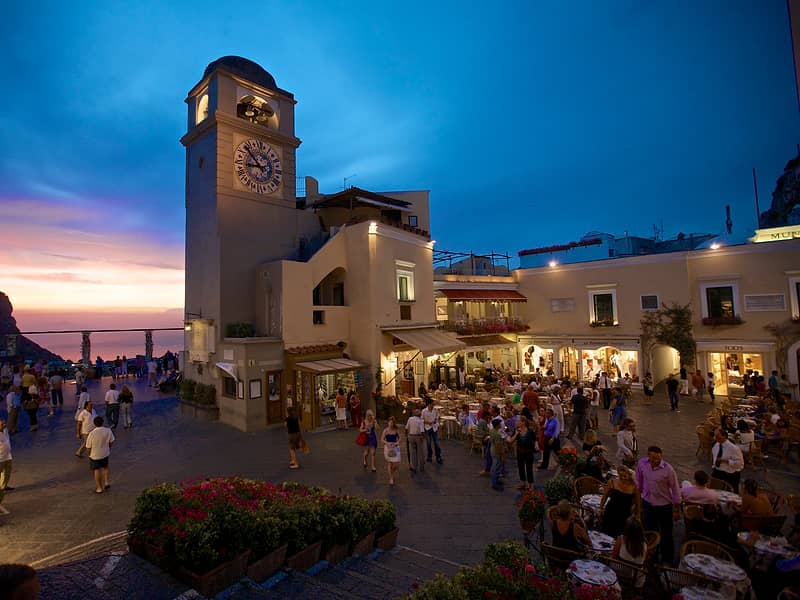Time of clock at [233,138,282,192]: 8:52
